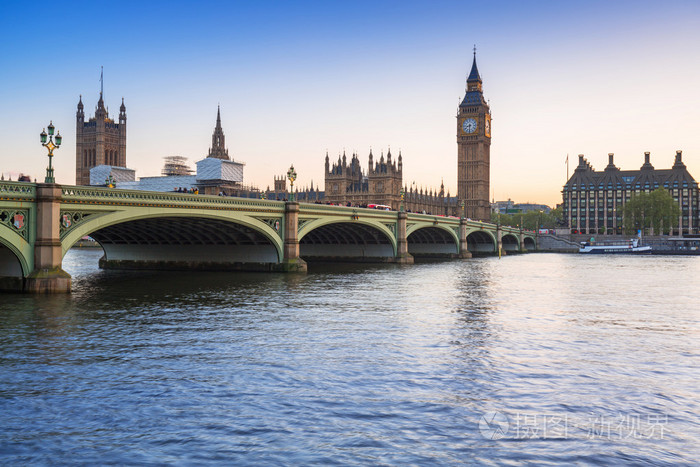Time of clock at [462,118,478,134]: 8:31
